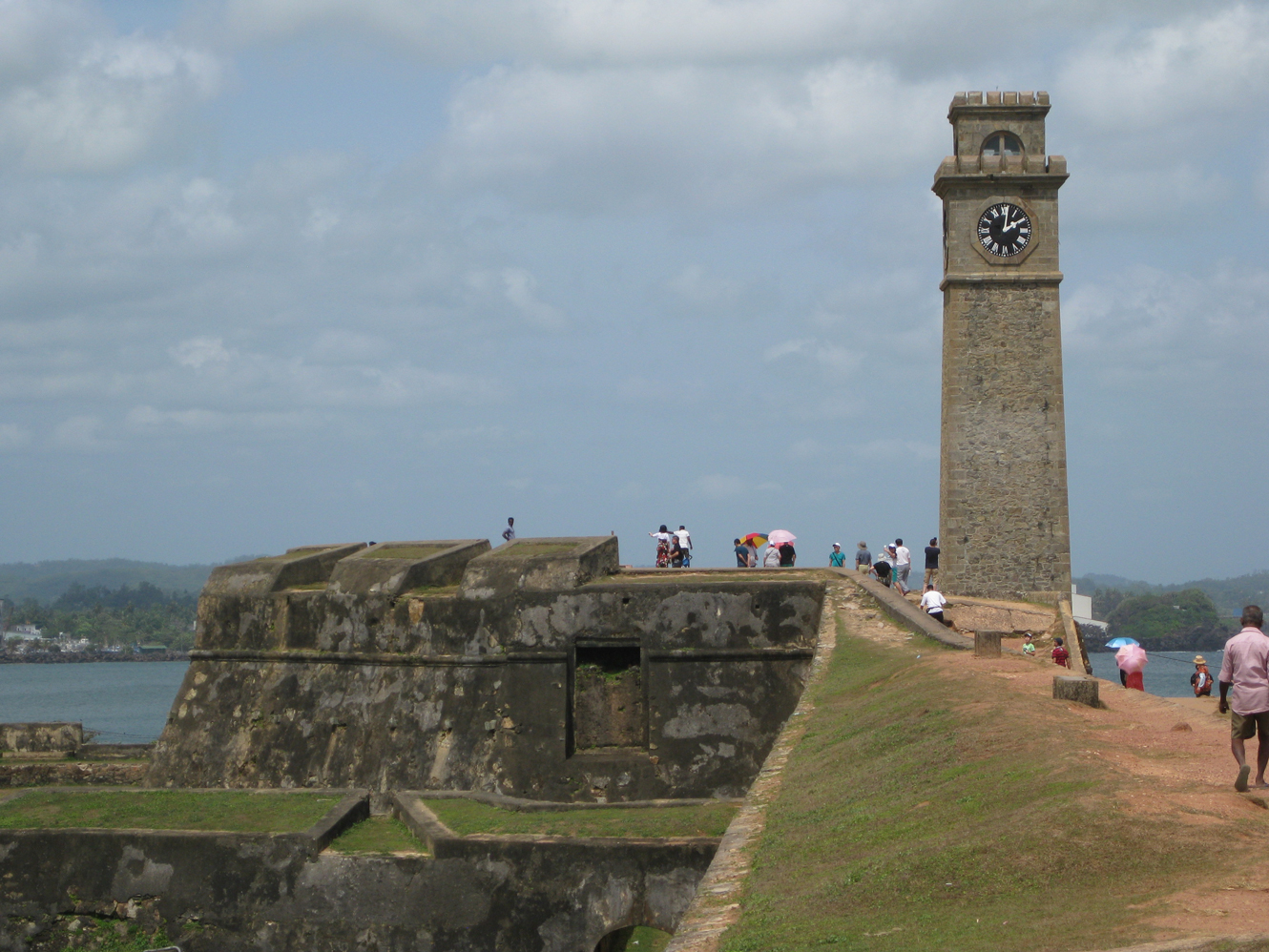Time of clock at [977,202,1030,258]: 2:01
